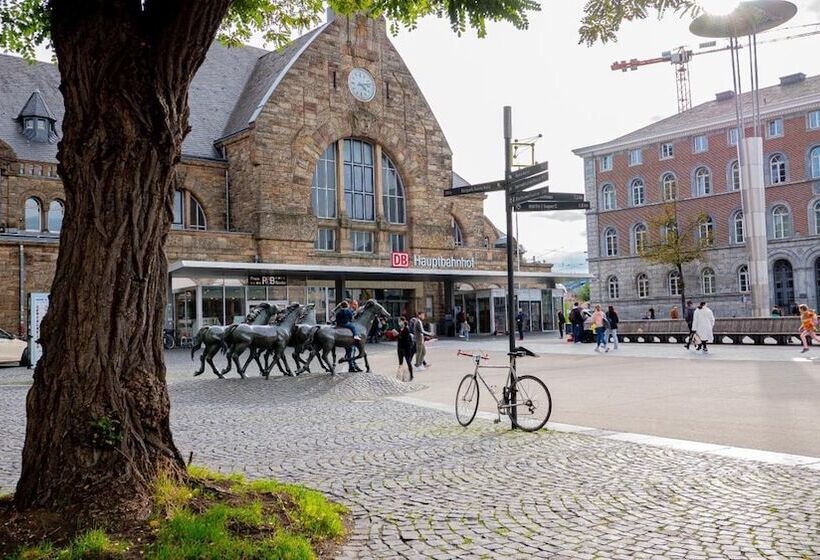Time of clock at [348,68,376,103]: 4:12
